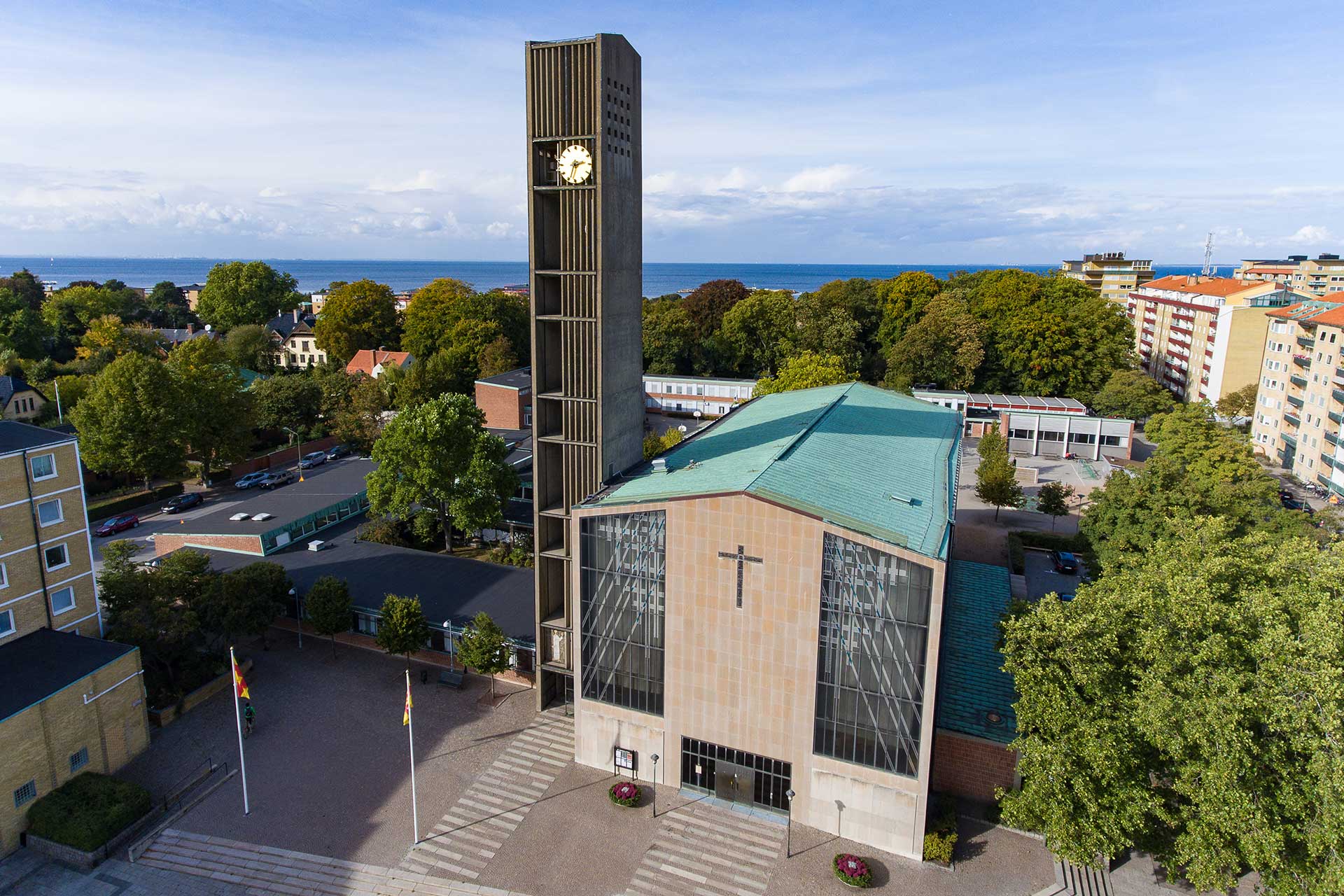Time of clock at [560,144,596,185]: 2:33
